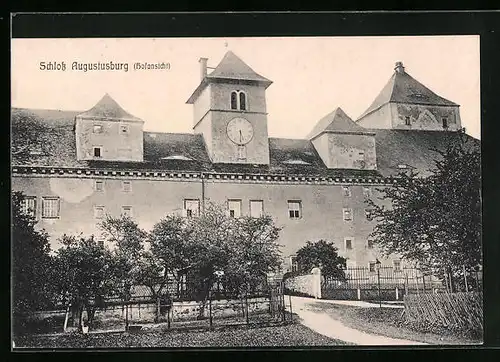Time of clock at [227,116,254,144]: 5:30
